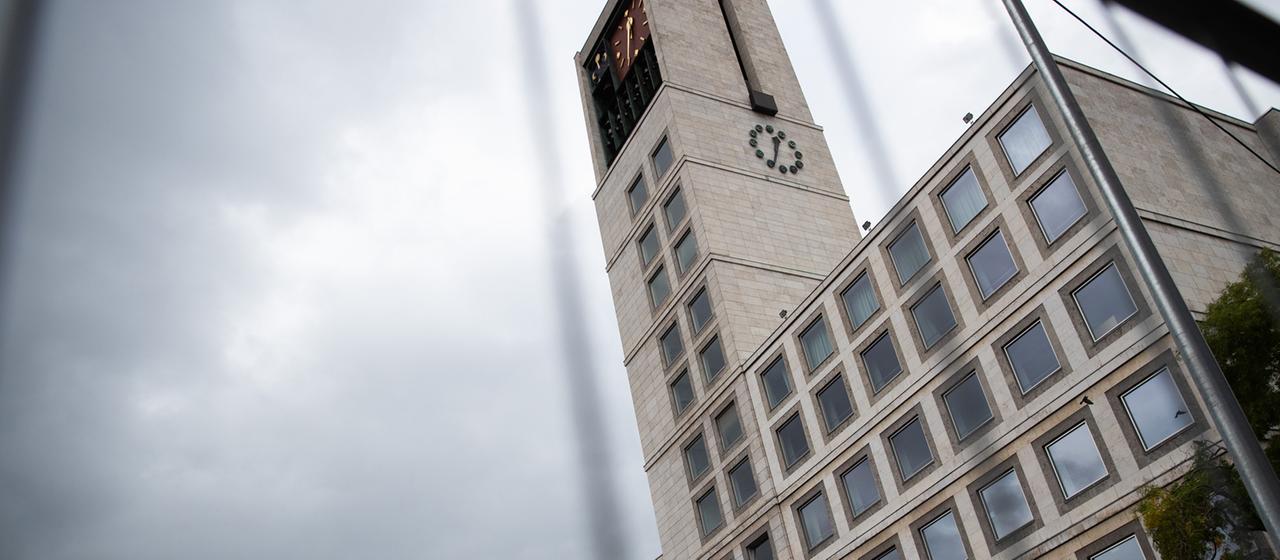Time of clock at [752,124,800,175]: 12:33
